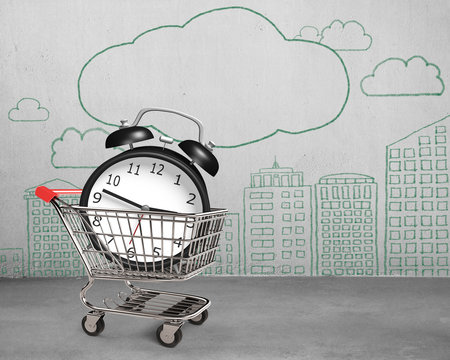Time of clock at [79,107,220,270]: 2:47
